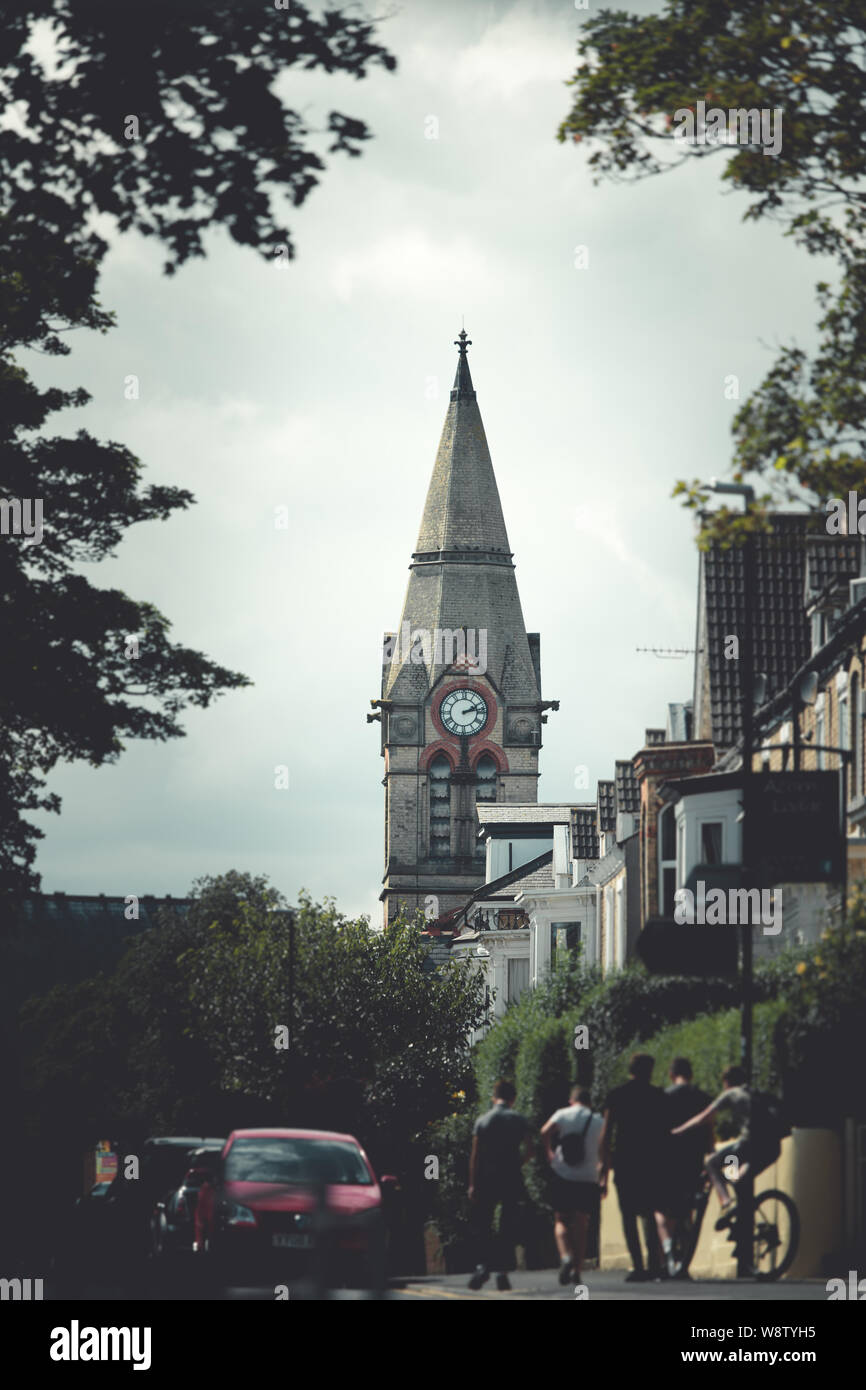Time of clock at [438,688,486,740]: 2:13
